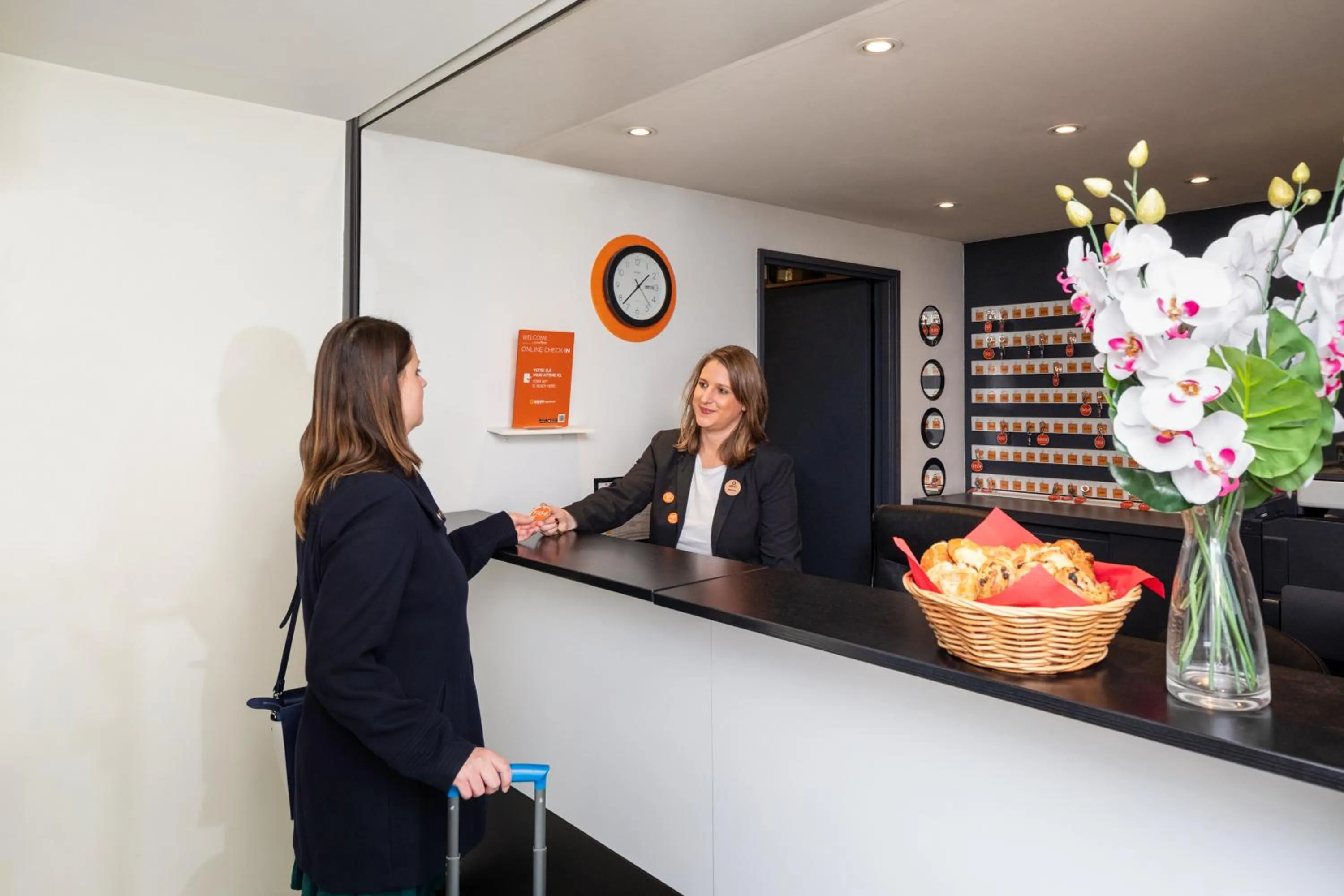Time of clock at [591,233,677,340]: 1:37
